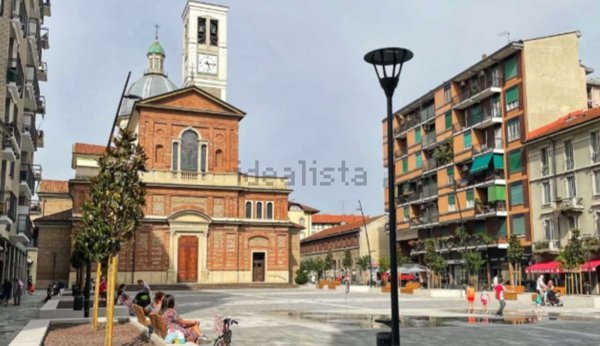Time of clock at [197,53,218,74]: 5:15
